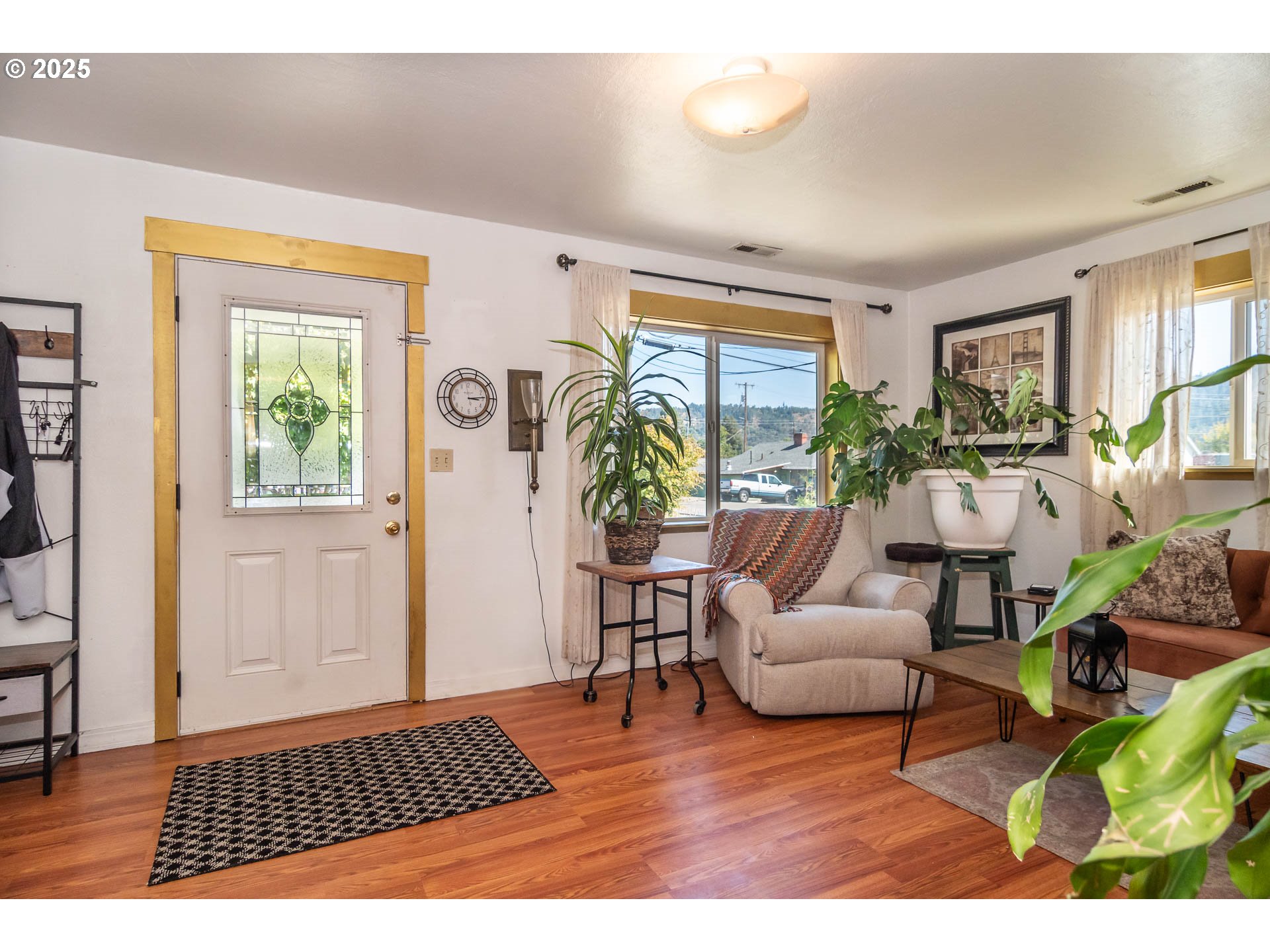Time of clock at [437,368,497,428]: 3:14
